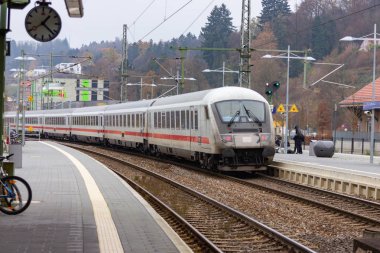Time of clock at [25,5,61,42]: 1:22
